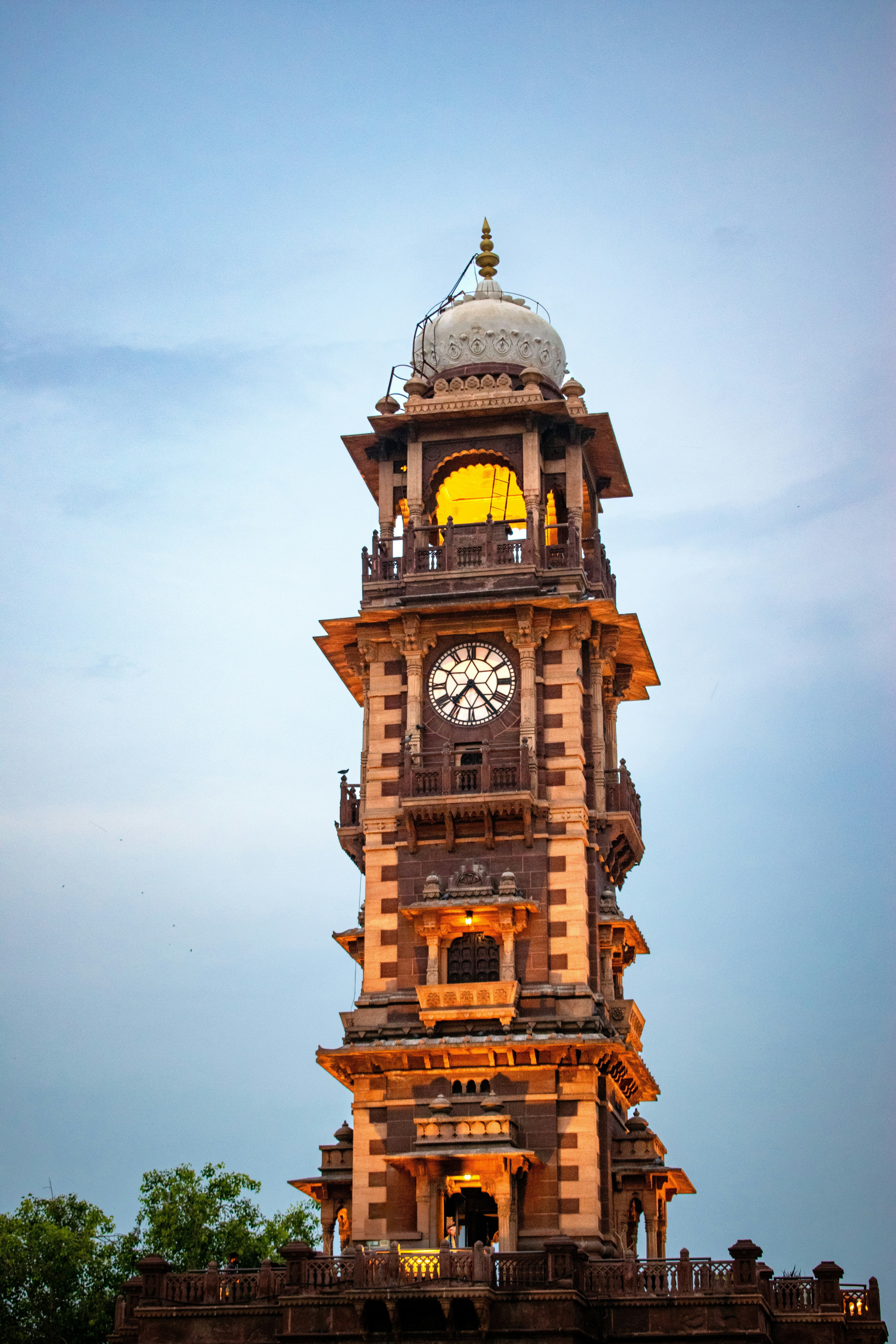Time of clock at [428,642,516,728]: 7:23
